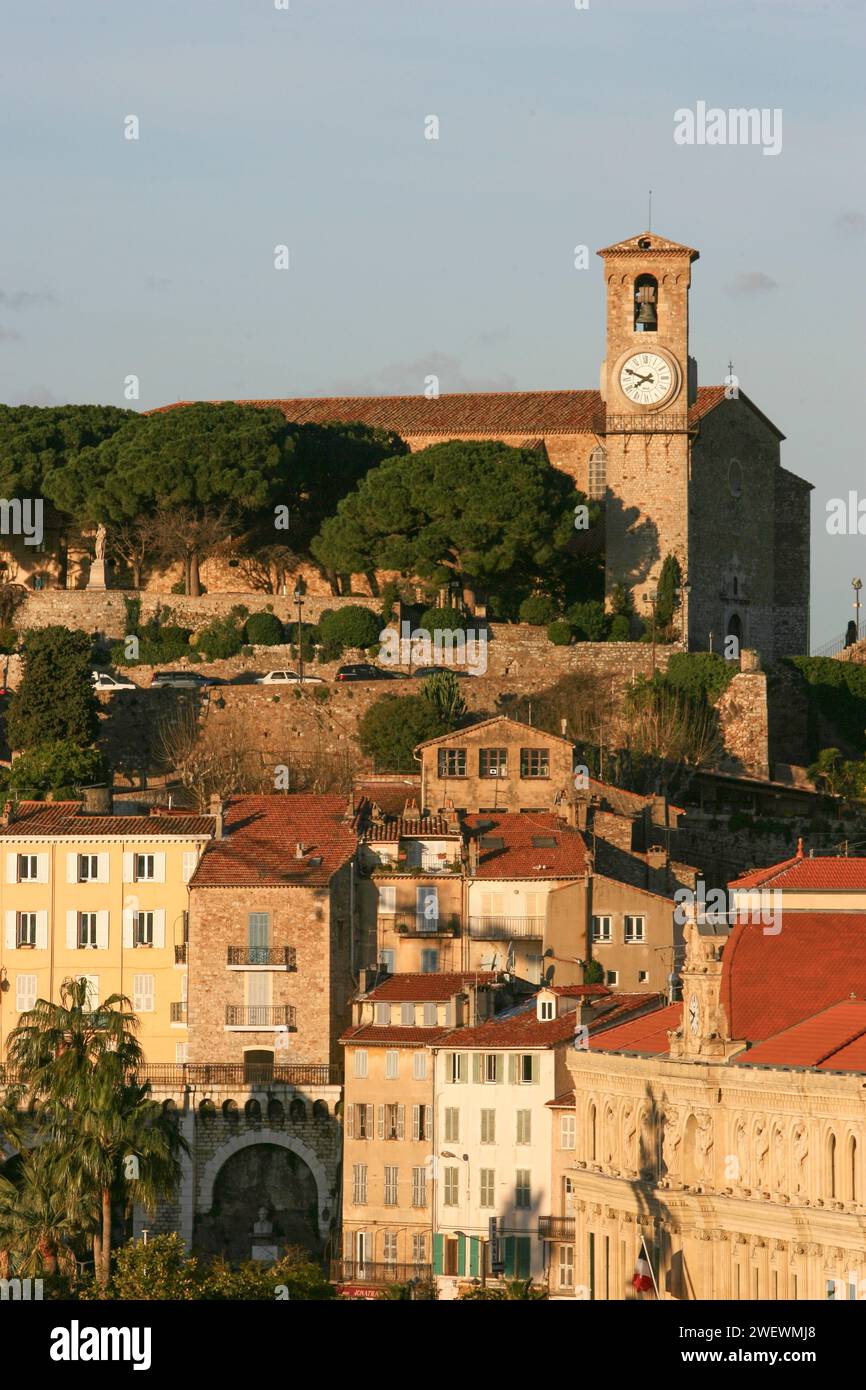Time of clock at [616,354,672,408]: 7:48
